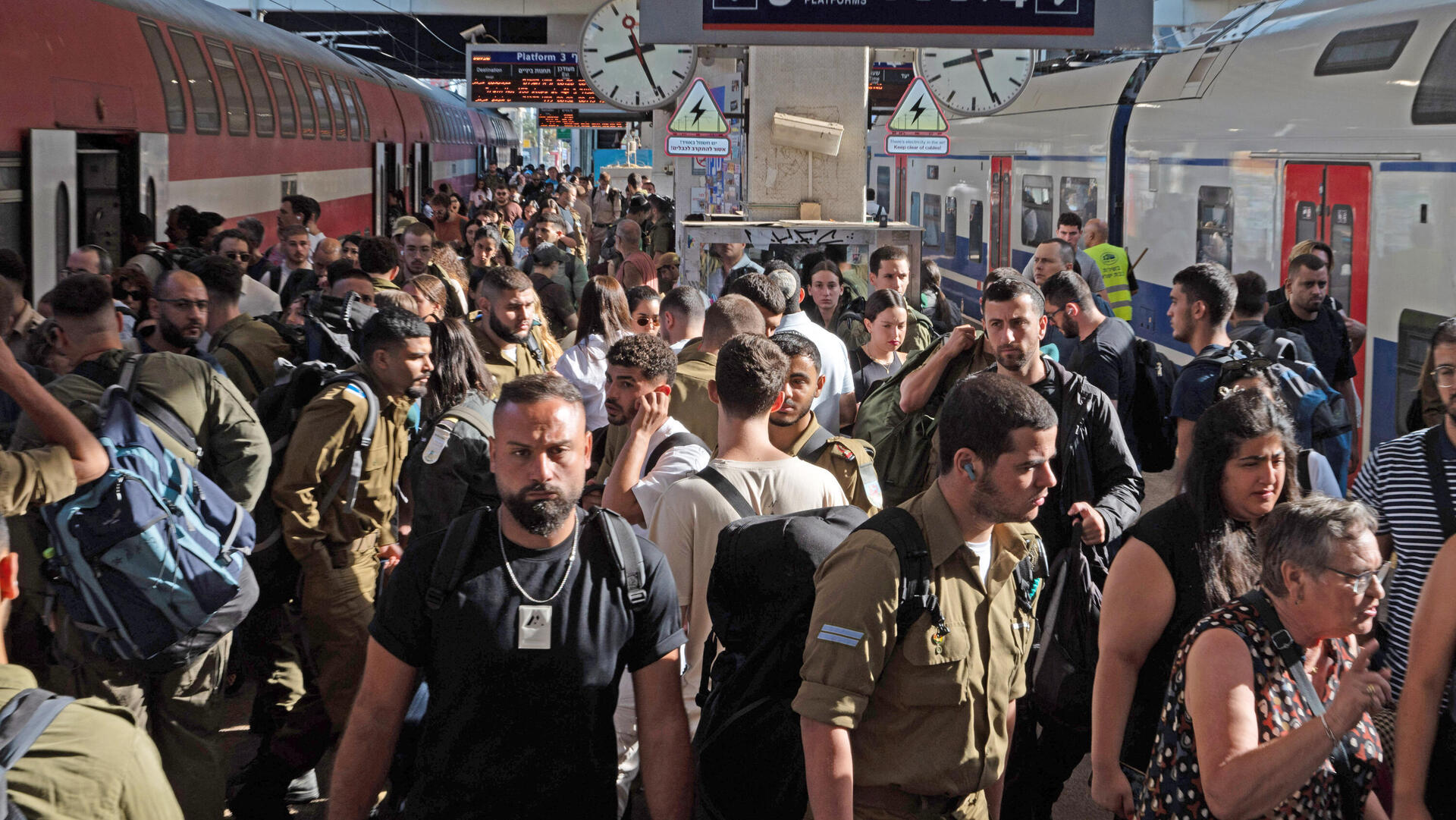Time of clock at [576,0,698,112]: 8:25
